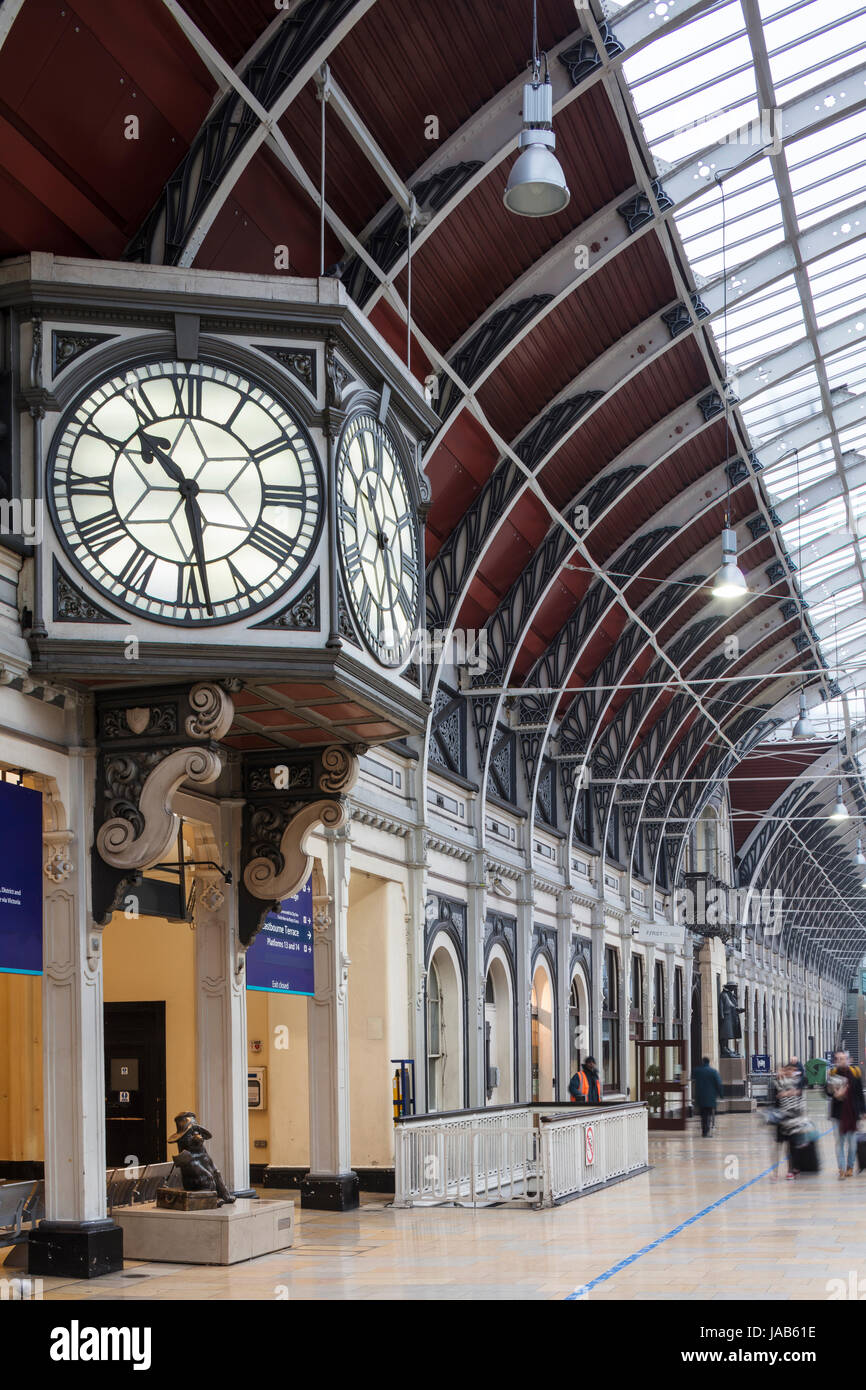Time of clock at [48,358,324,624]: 10:28
